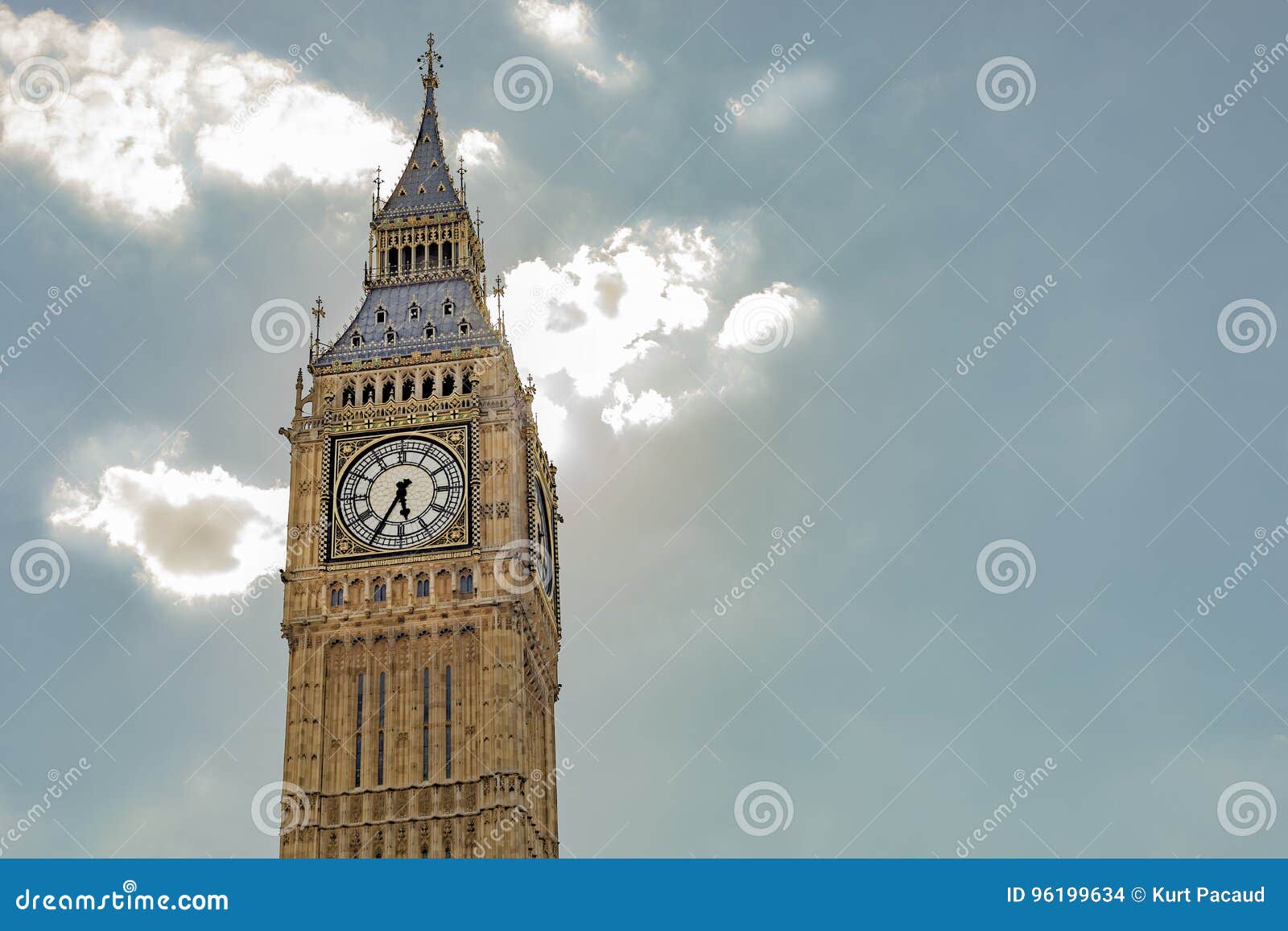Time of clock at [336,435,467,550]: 5:34
